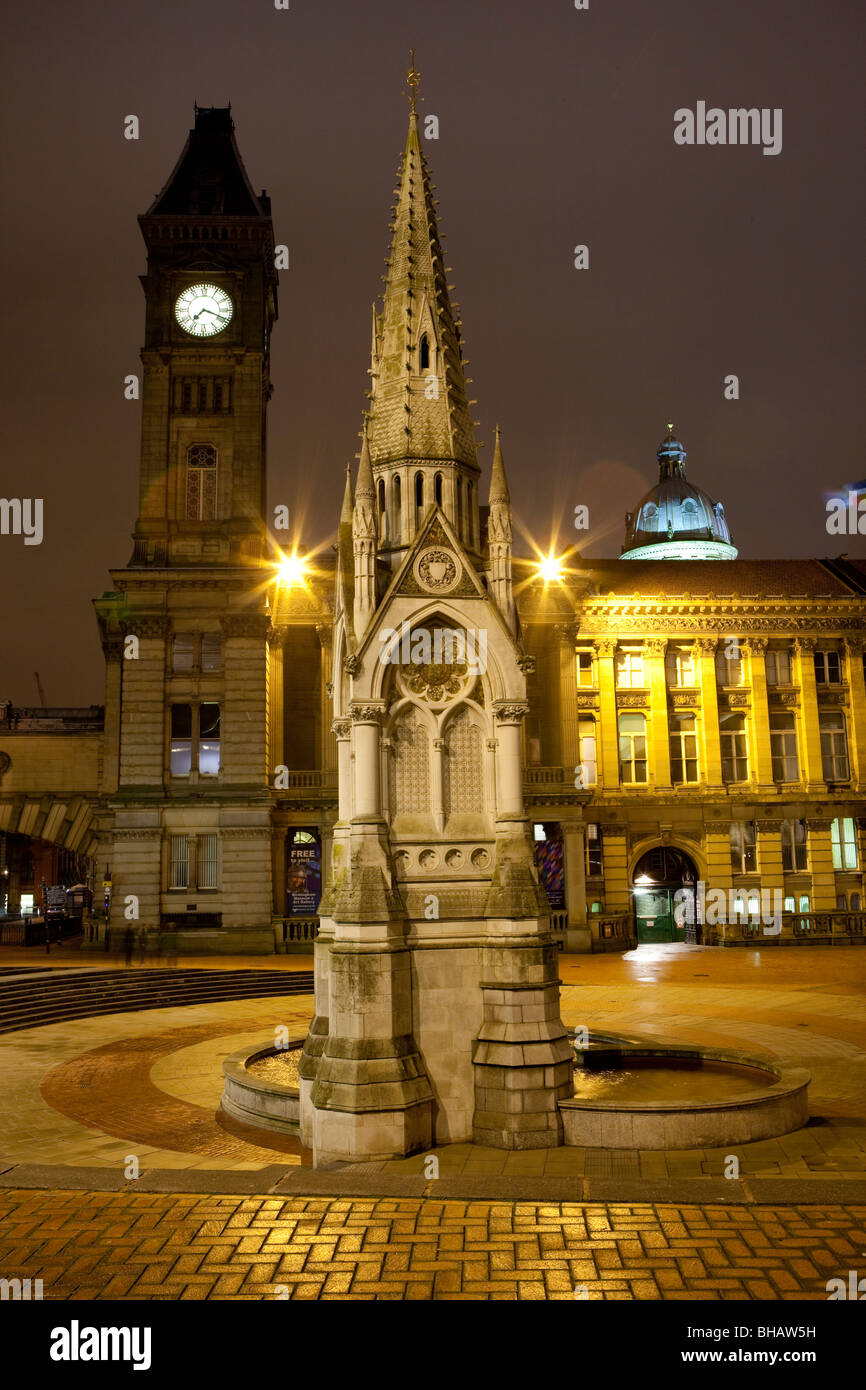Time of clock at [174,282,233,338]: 7:18
